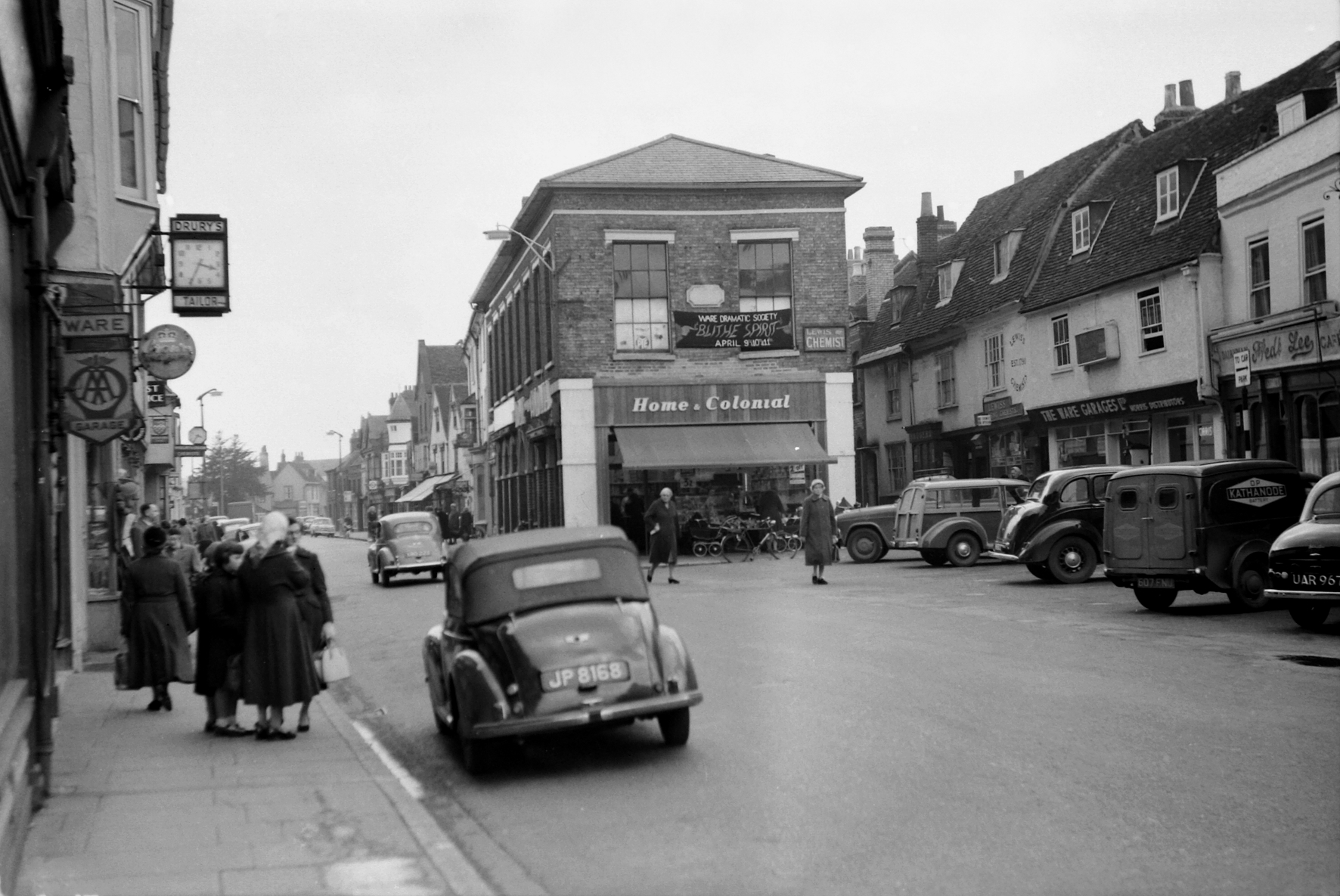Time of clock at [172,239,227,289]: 3:34
